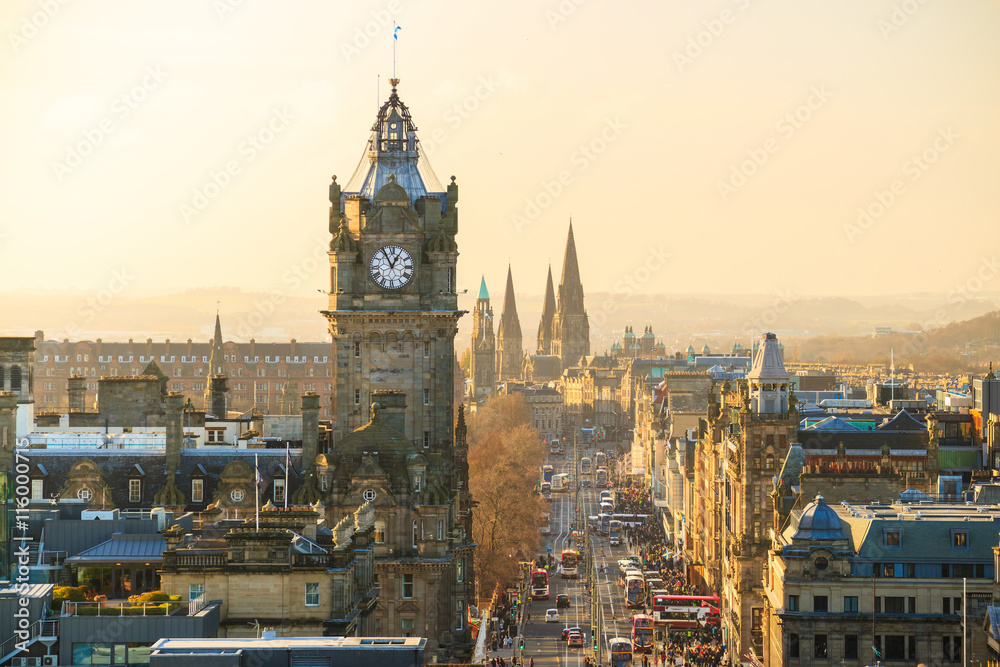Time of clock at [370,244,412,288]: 12:55
